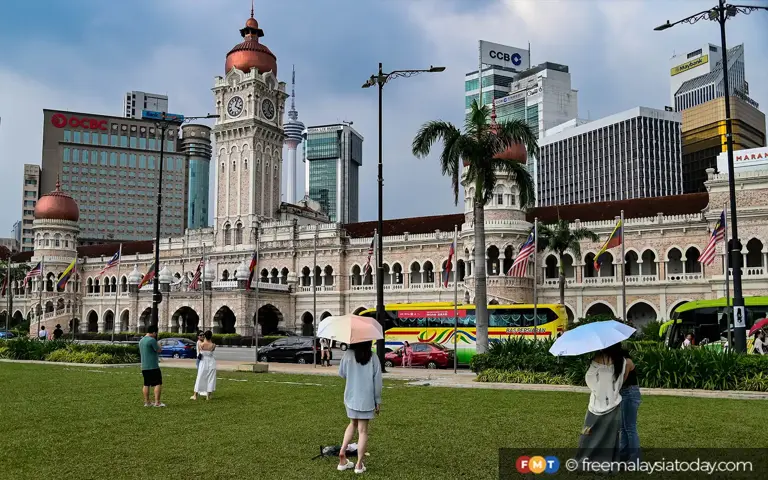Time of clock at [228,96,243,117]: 4:03
